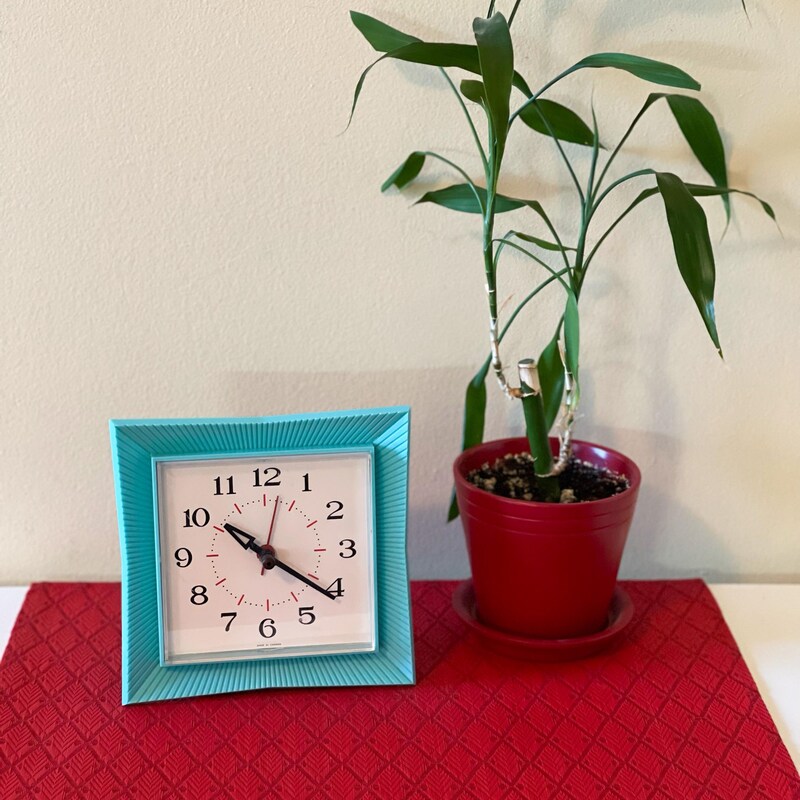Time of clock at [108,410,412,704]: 10:20
